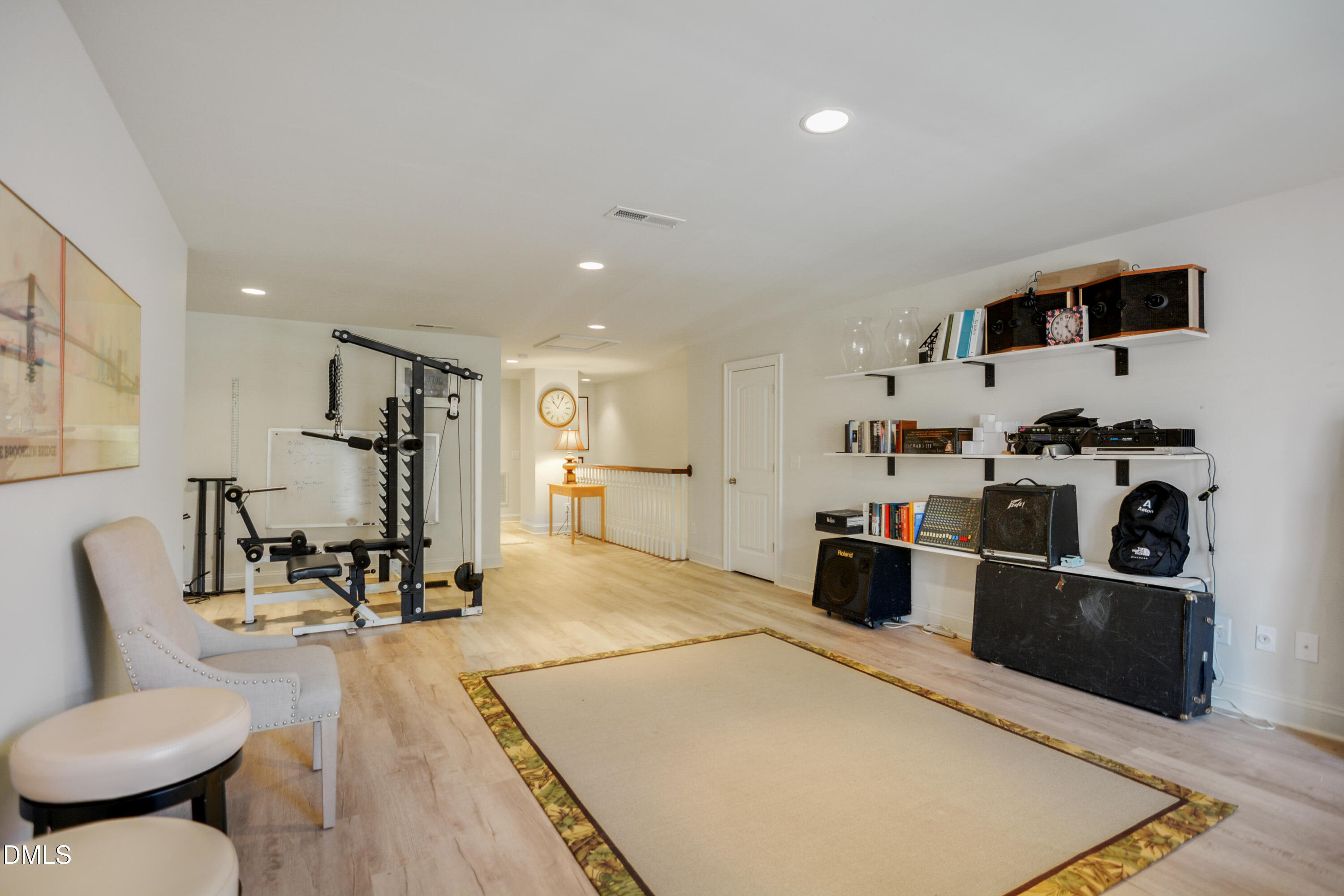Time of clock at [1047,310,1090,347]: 5:03
